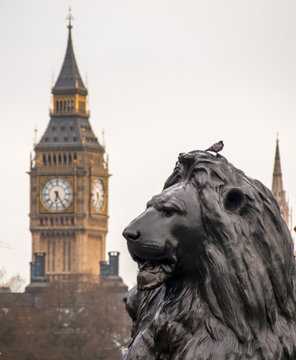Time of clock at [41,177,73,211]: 6:24
